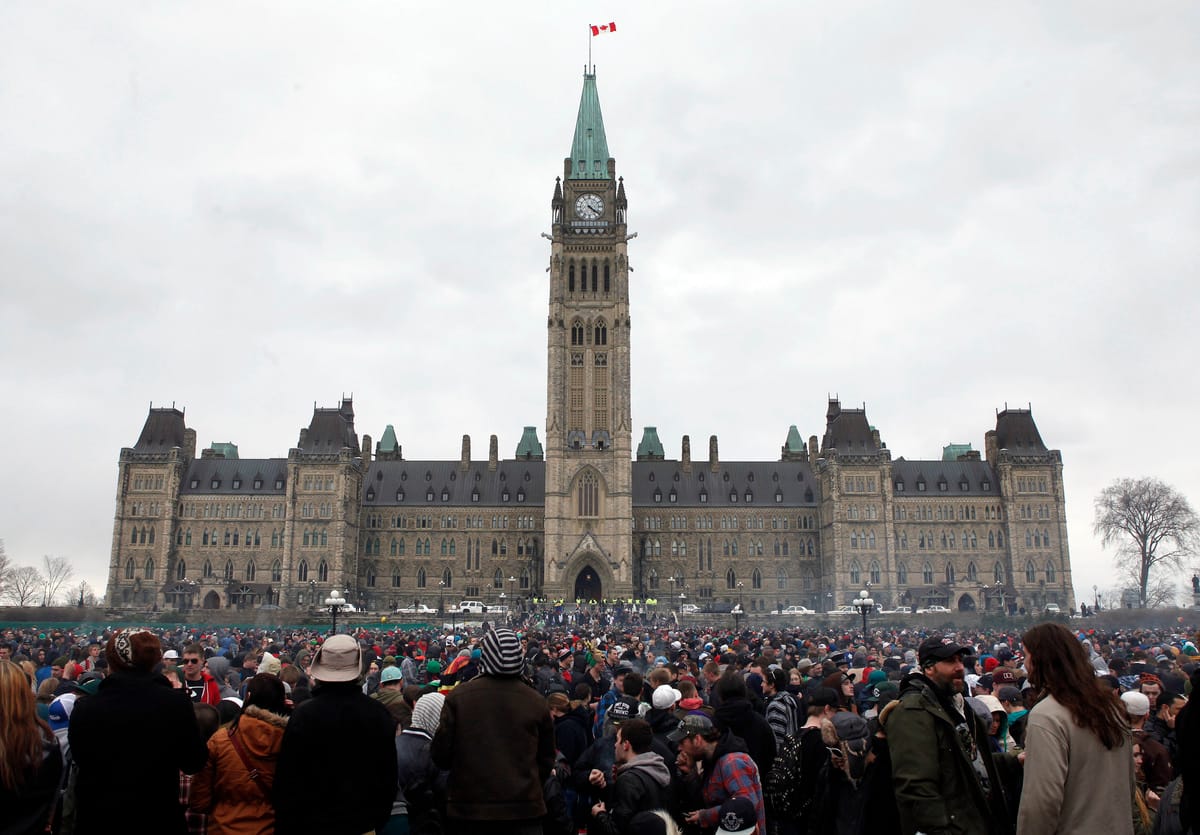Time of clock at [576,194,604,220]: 4:21
